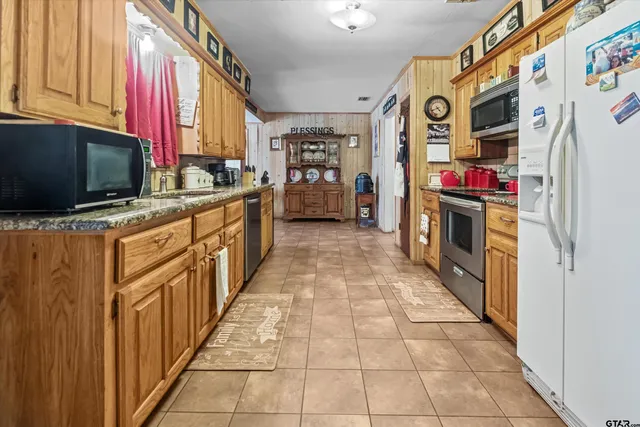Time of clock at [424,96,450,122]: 4:41
